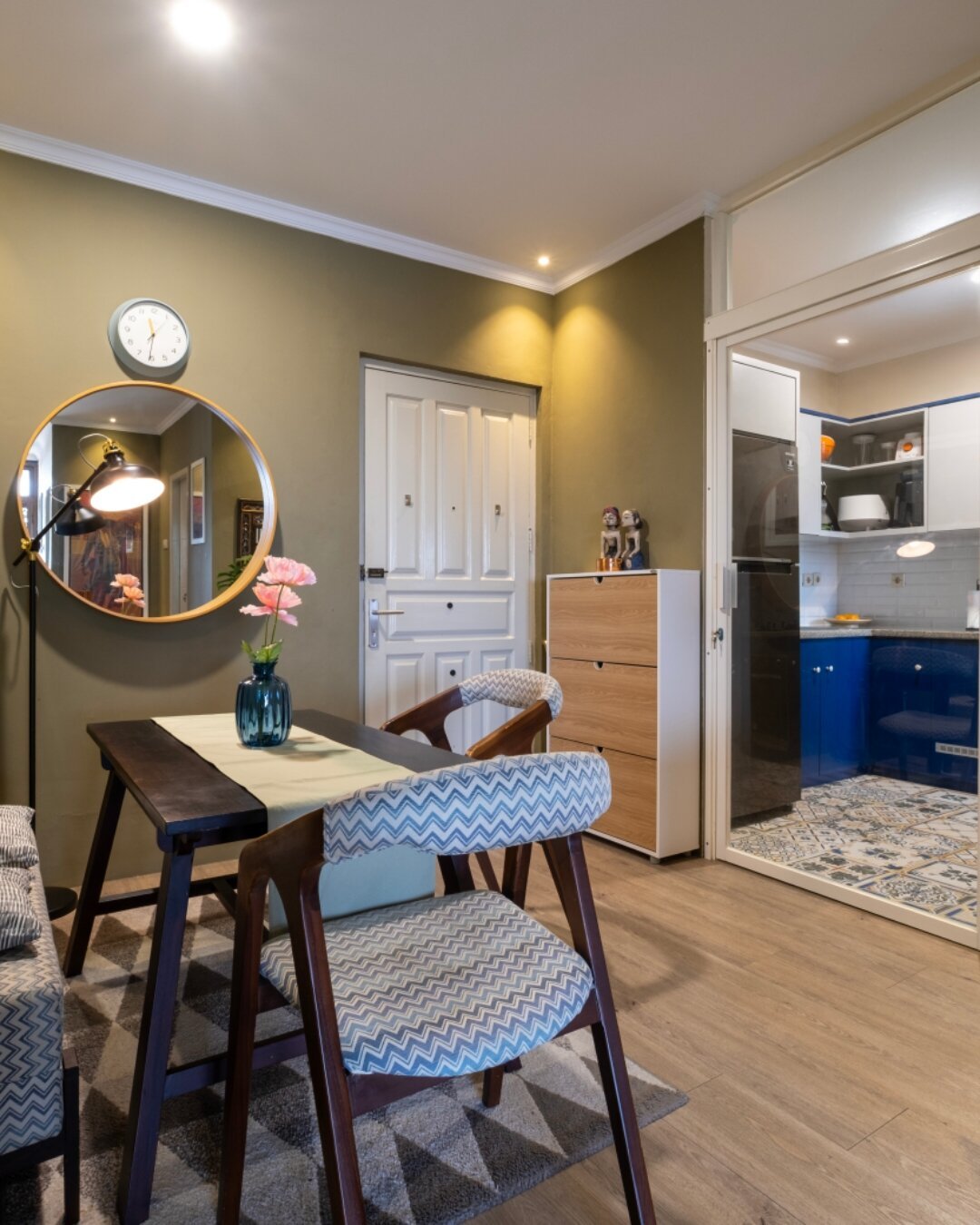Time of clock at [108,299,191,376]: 11:30
